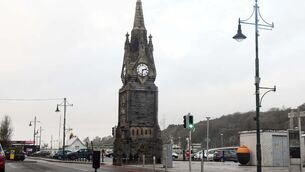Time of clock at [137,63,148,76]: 2:31
